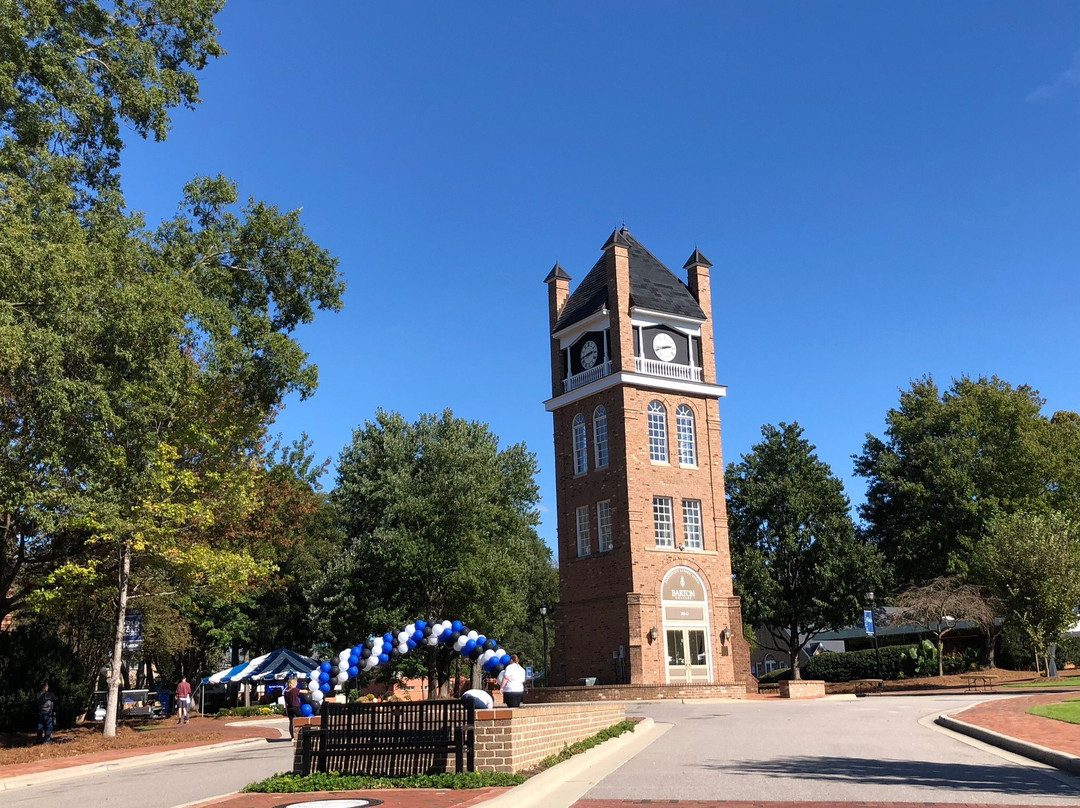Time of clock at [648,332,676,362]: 2:42
